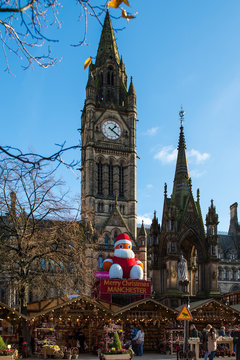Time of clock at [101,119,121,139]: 1:21
